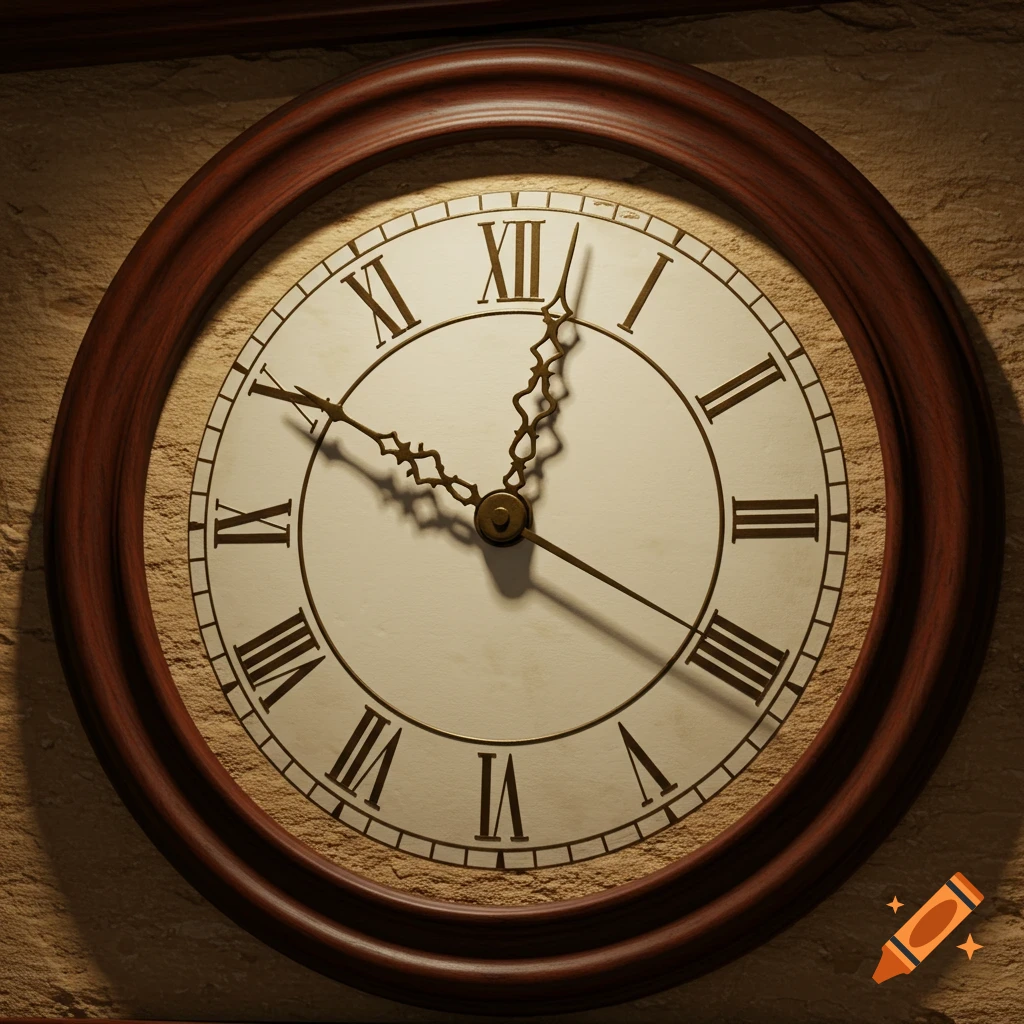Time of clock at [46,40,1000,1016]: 10:01
